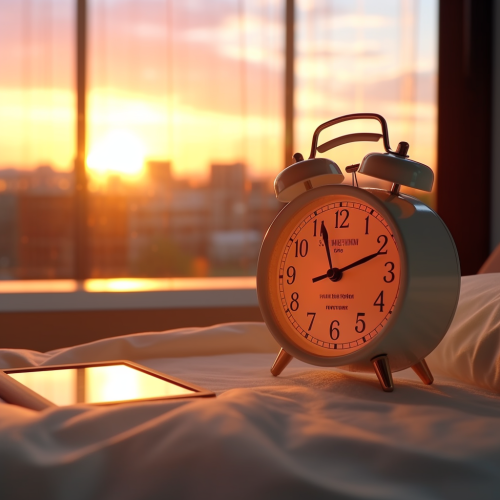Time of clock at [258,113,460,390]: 11:11
